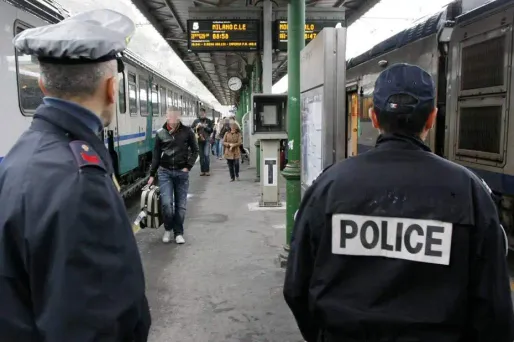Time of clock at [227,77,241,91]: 8:42
